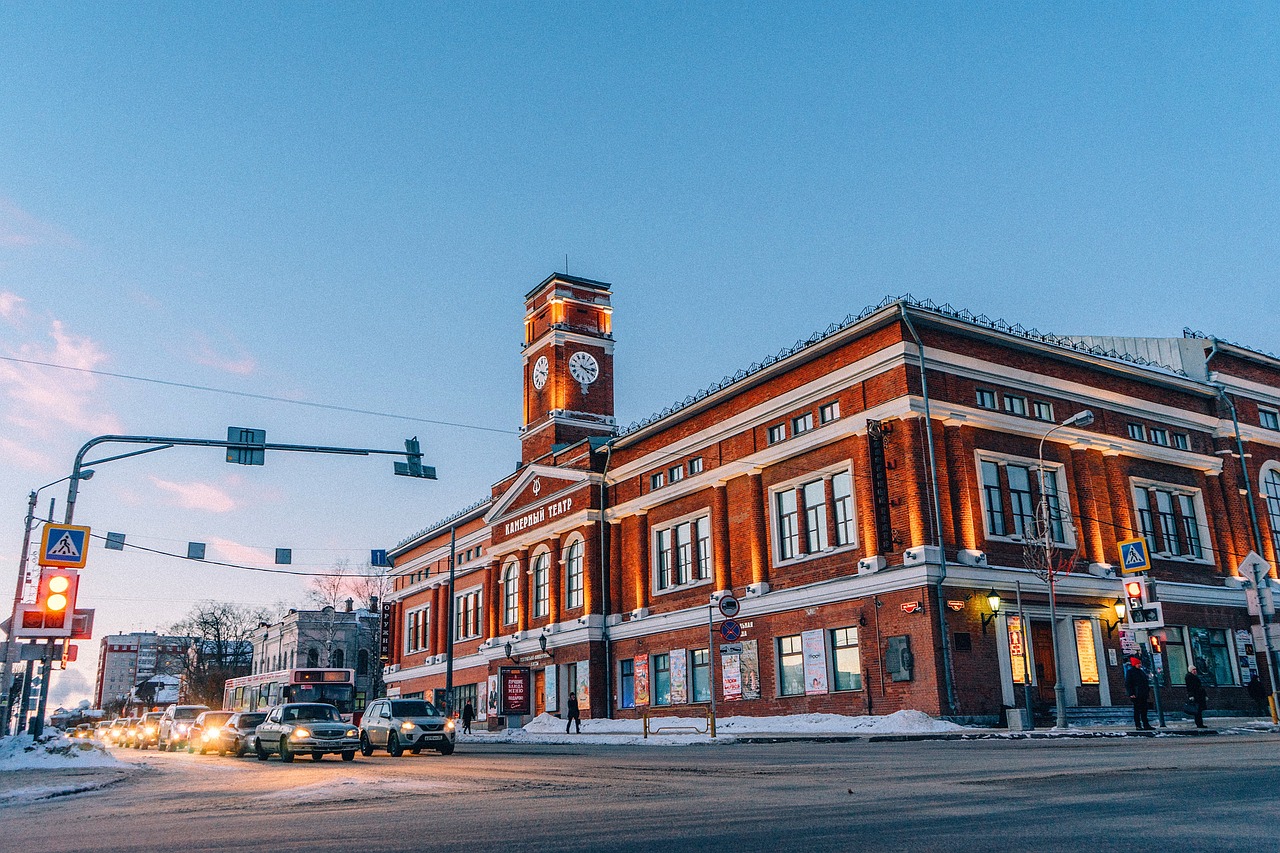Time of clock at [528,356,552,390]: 4:17
